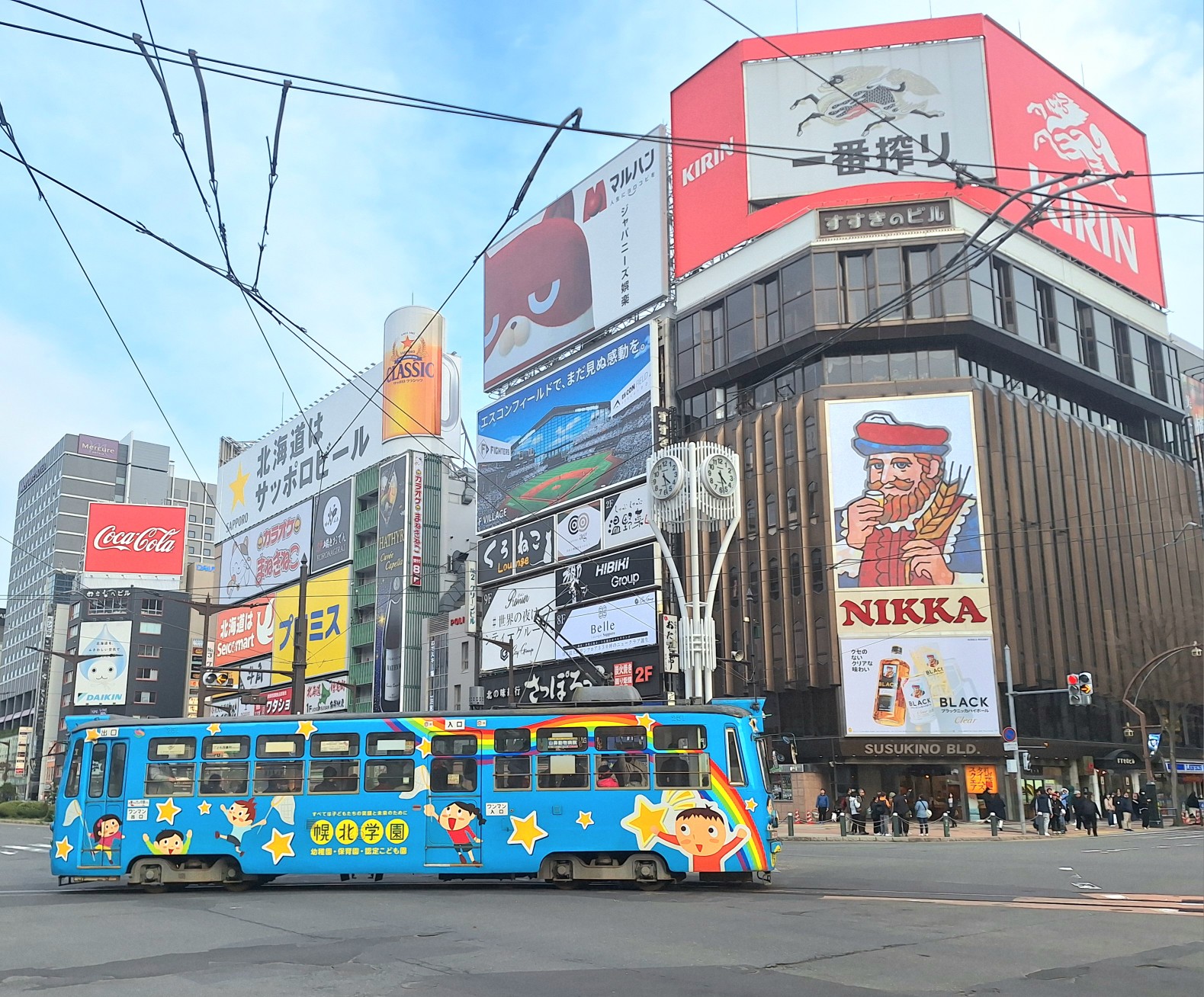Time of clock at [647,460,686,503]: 4:28
